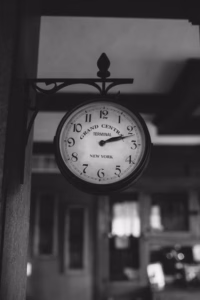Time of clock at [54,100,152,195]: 2:12
